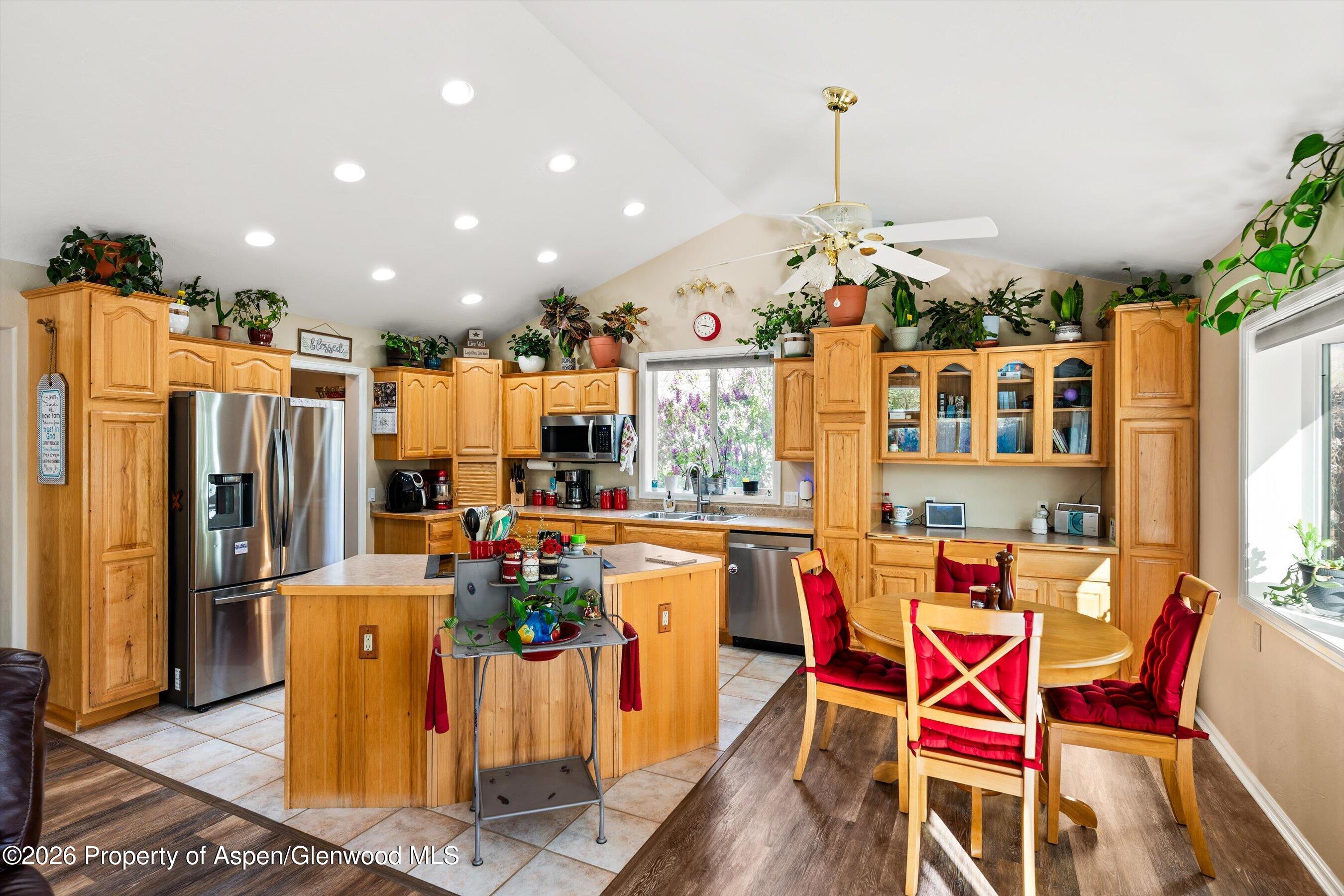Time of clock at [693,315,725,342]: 9:17
